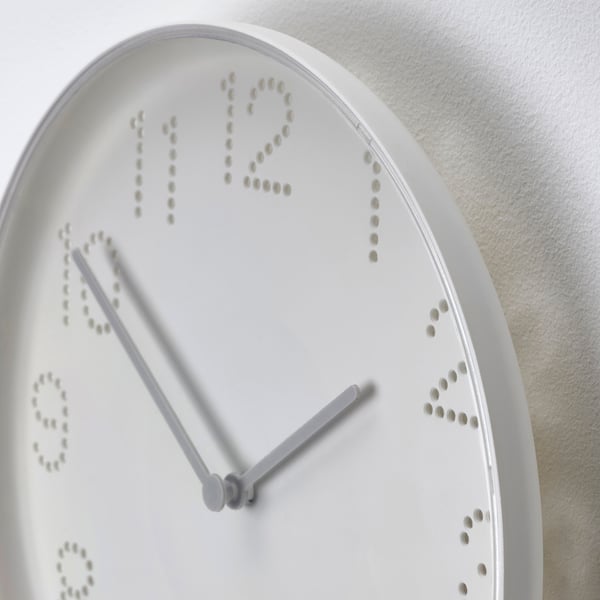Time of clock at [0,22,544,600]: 1:51
